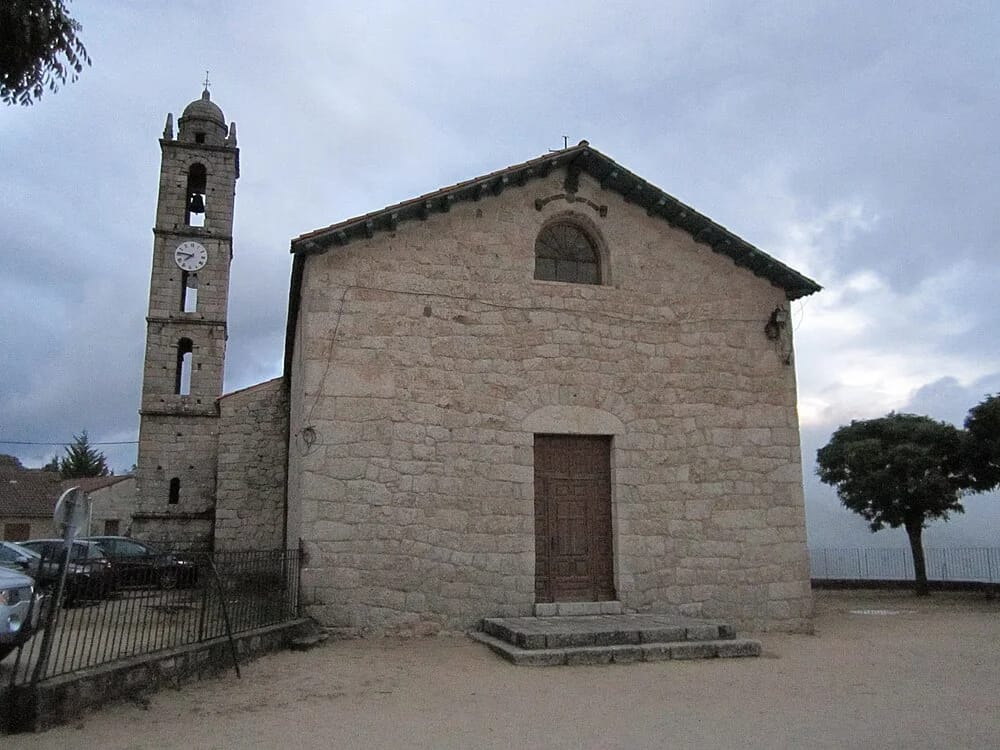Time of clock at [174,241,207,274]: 7:46
